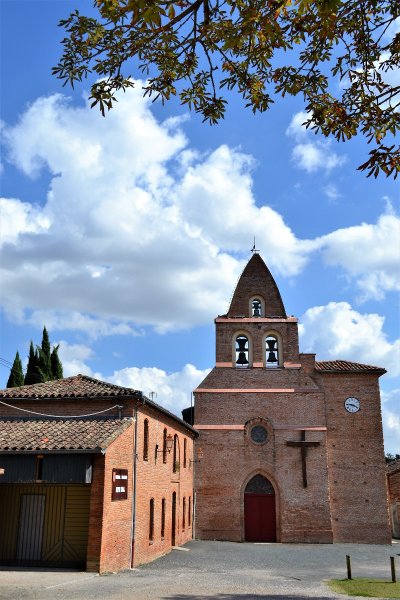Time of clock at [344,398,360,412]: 3:46
